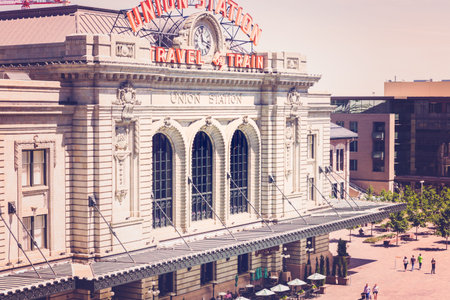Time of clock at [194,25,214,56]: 11:17
